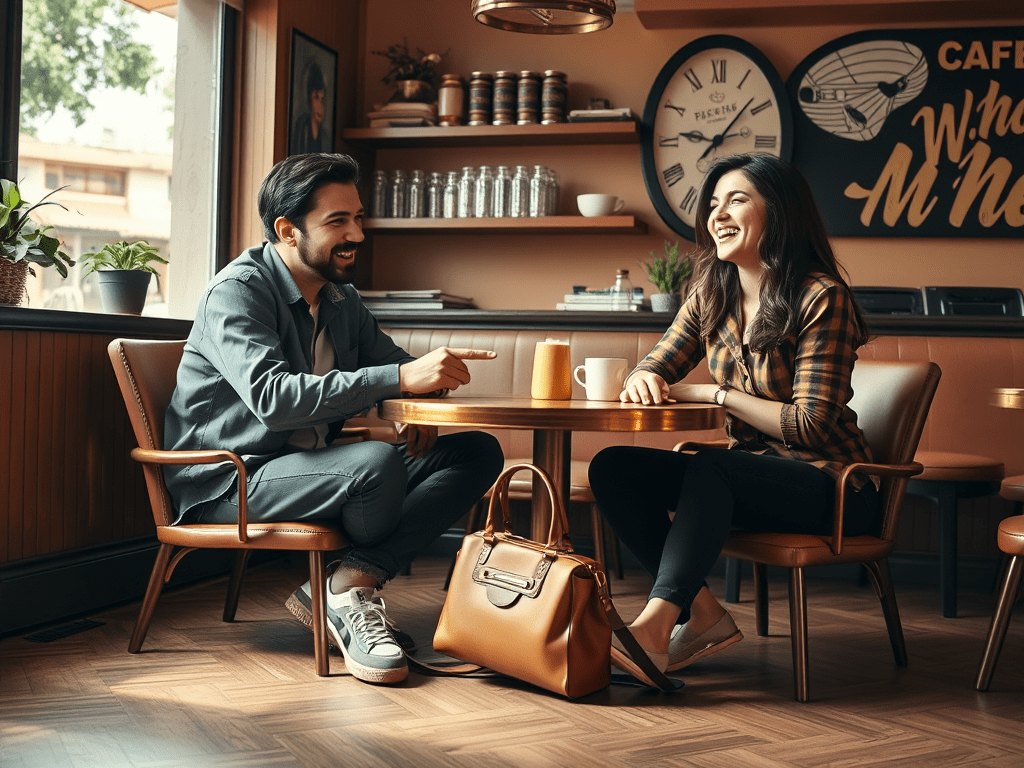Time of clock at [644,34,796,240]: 9:07
